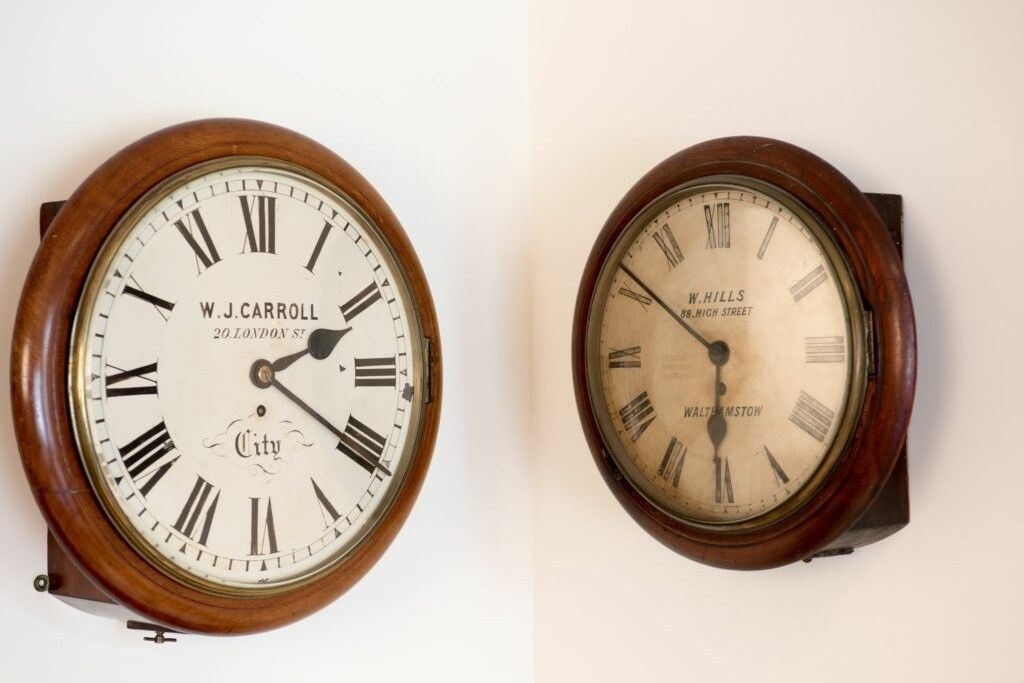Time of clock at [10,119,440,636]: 2:20
